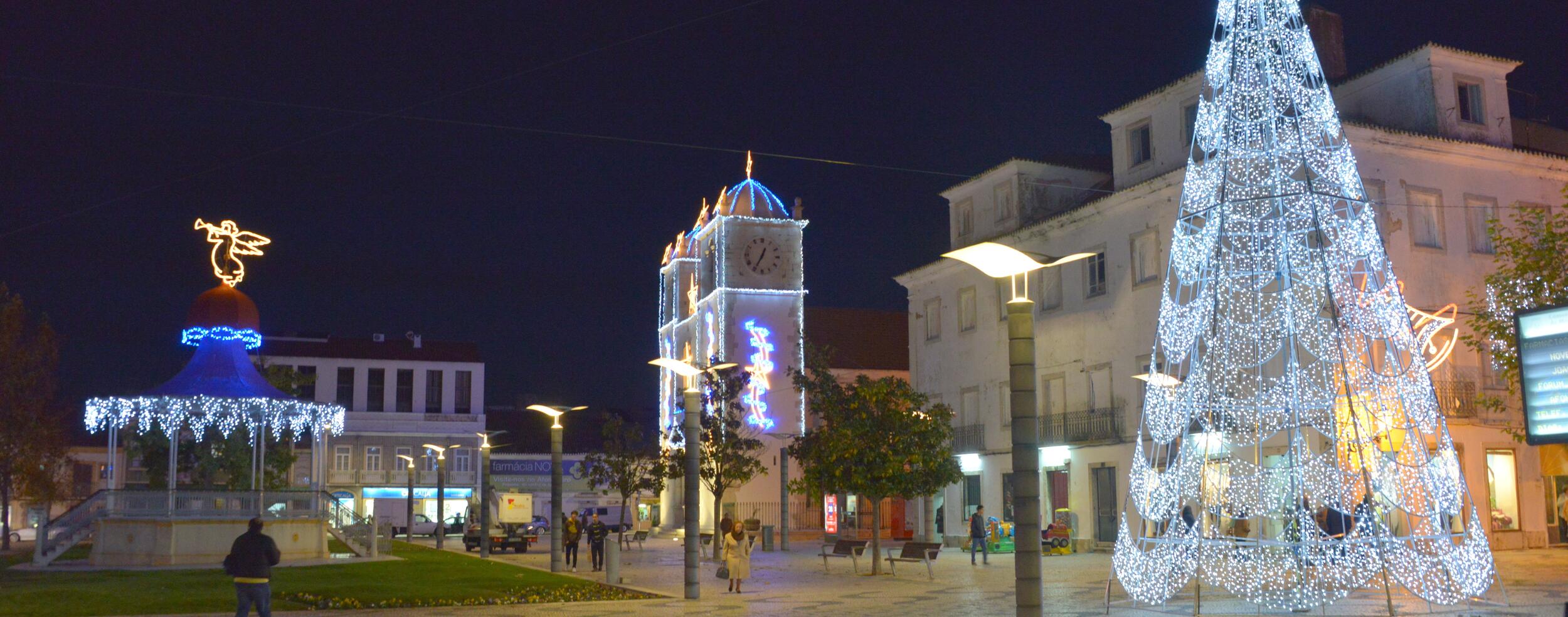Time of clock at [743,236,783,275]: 12:34
